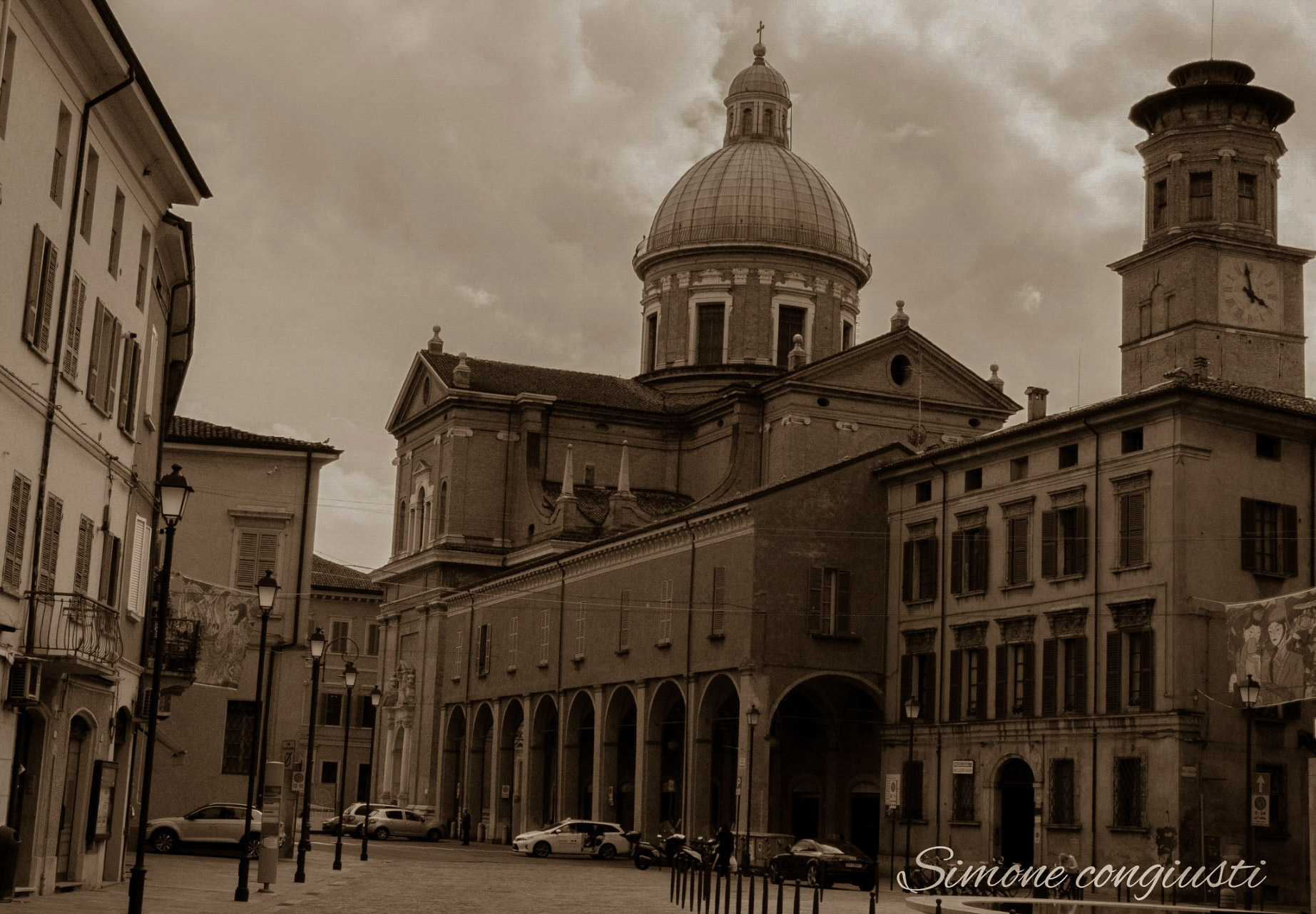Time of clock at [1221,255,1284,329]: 3:58
